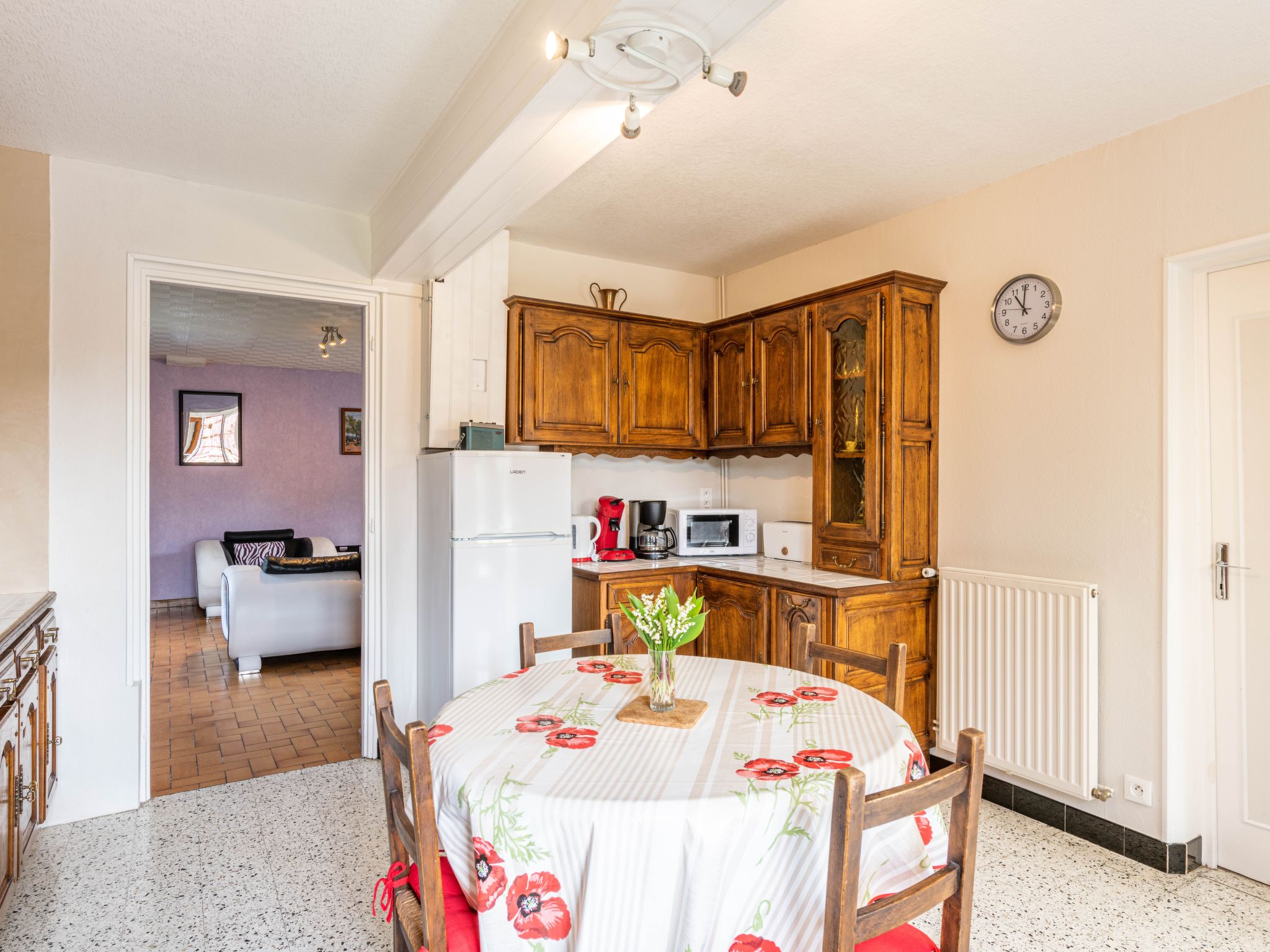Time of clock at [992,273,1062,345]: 11:00
